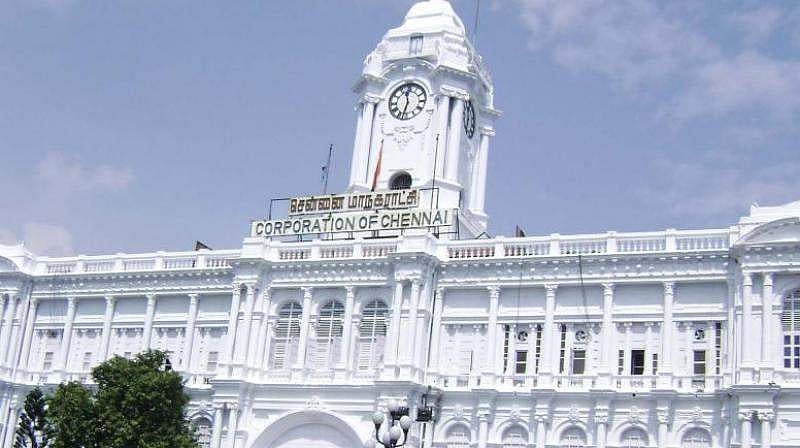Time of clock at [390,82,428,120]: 11:32
